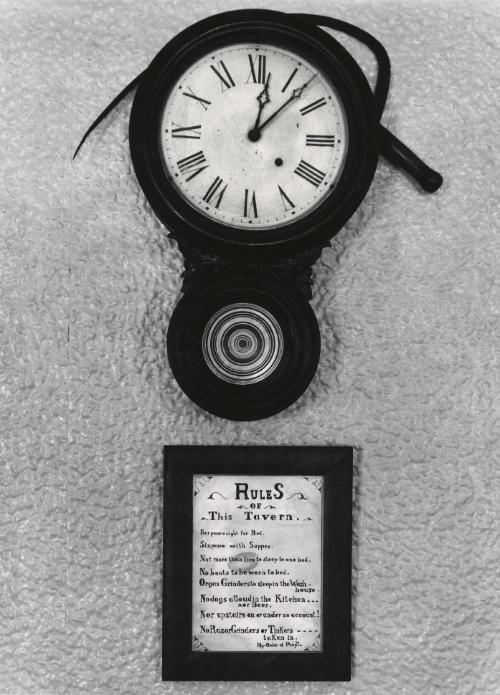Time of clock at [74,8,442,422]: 12:07
